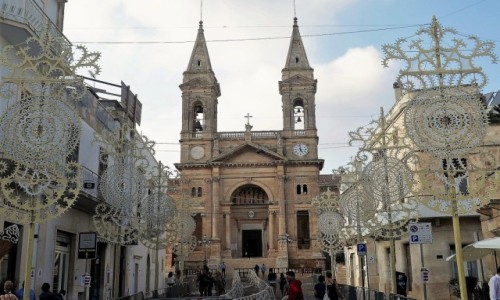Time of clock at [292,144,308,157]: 4:59
